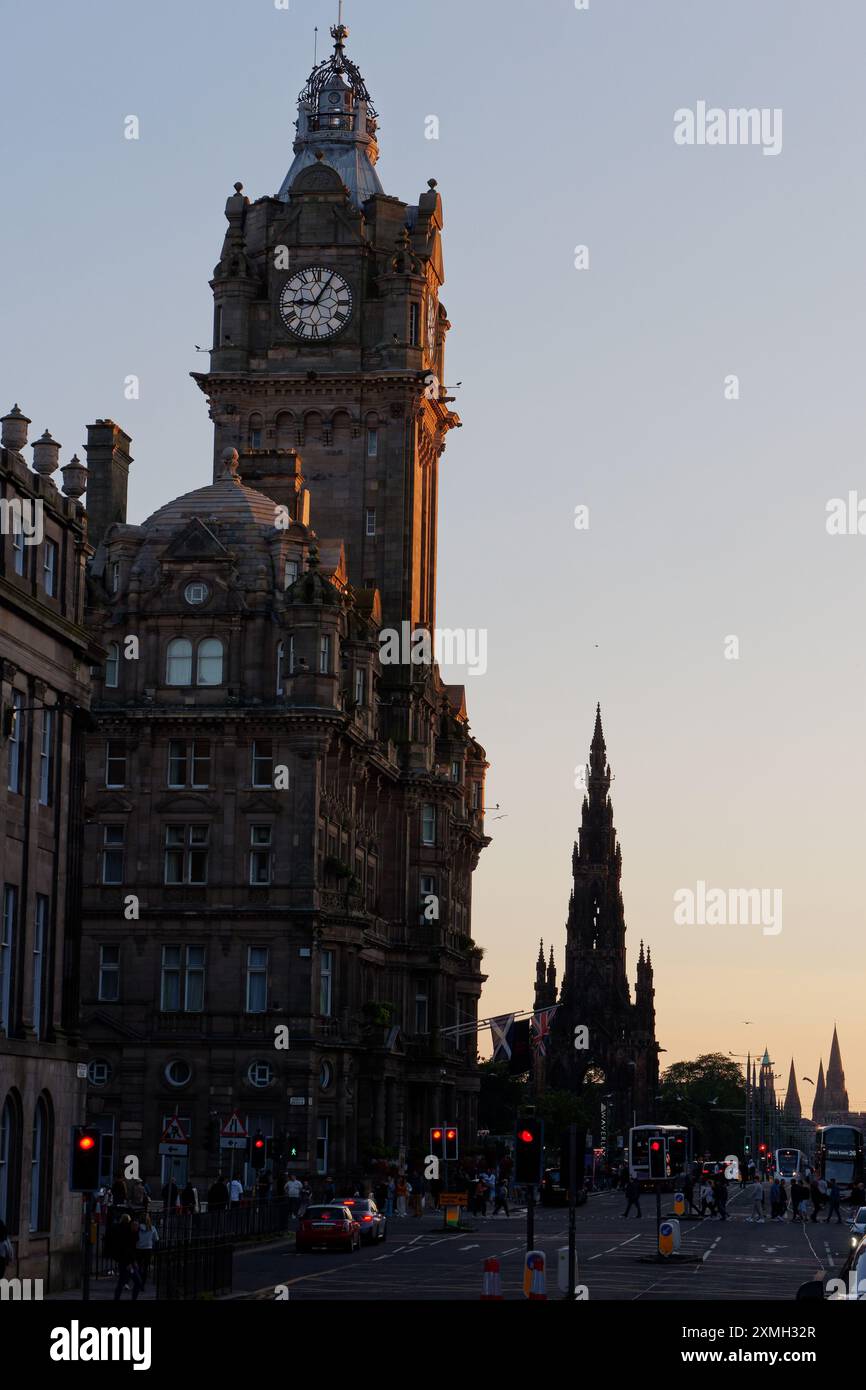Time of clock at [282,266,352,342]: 9:05
